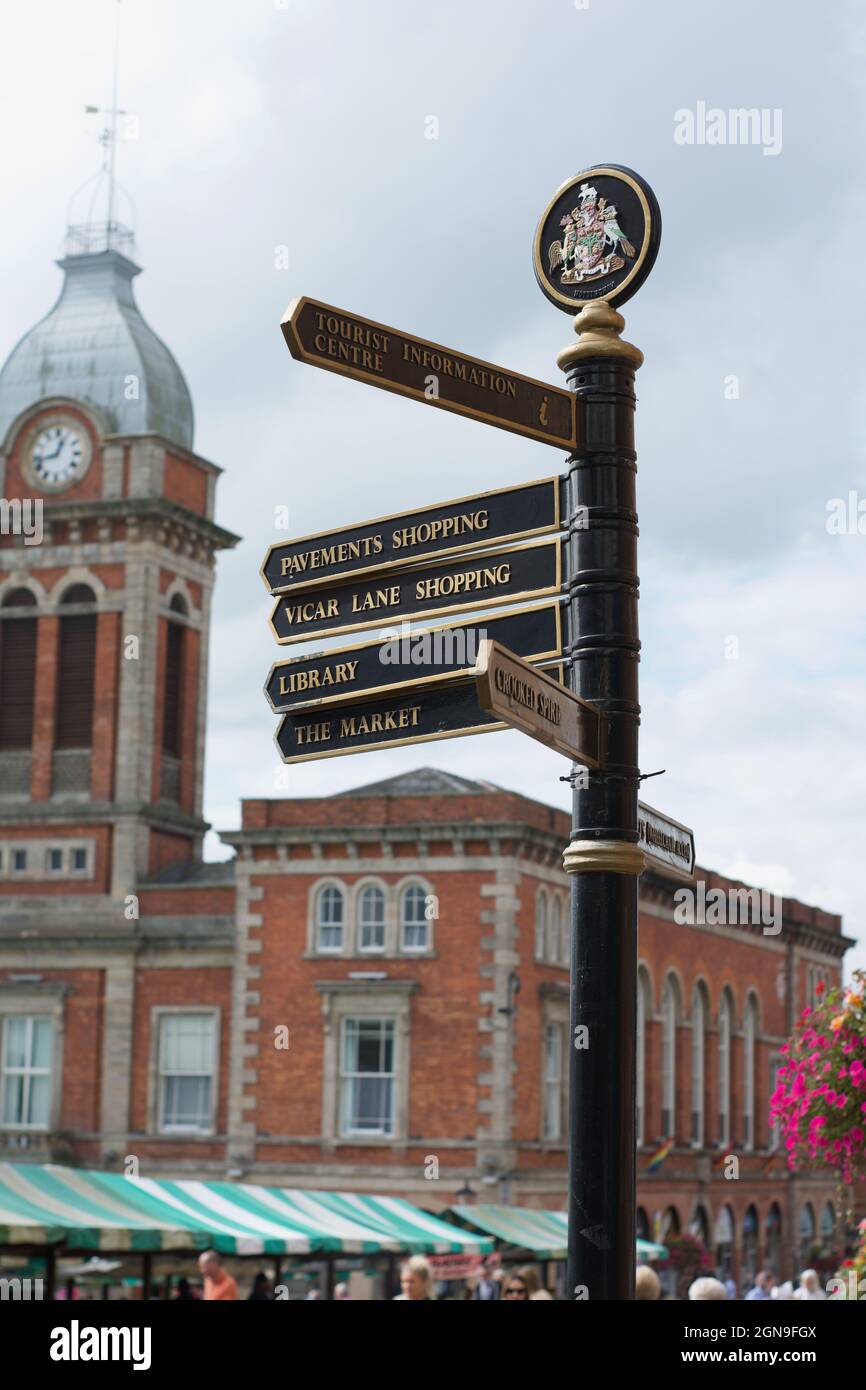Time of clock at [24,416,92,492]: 12:42
